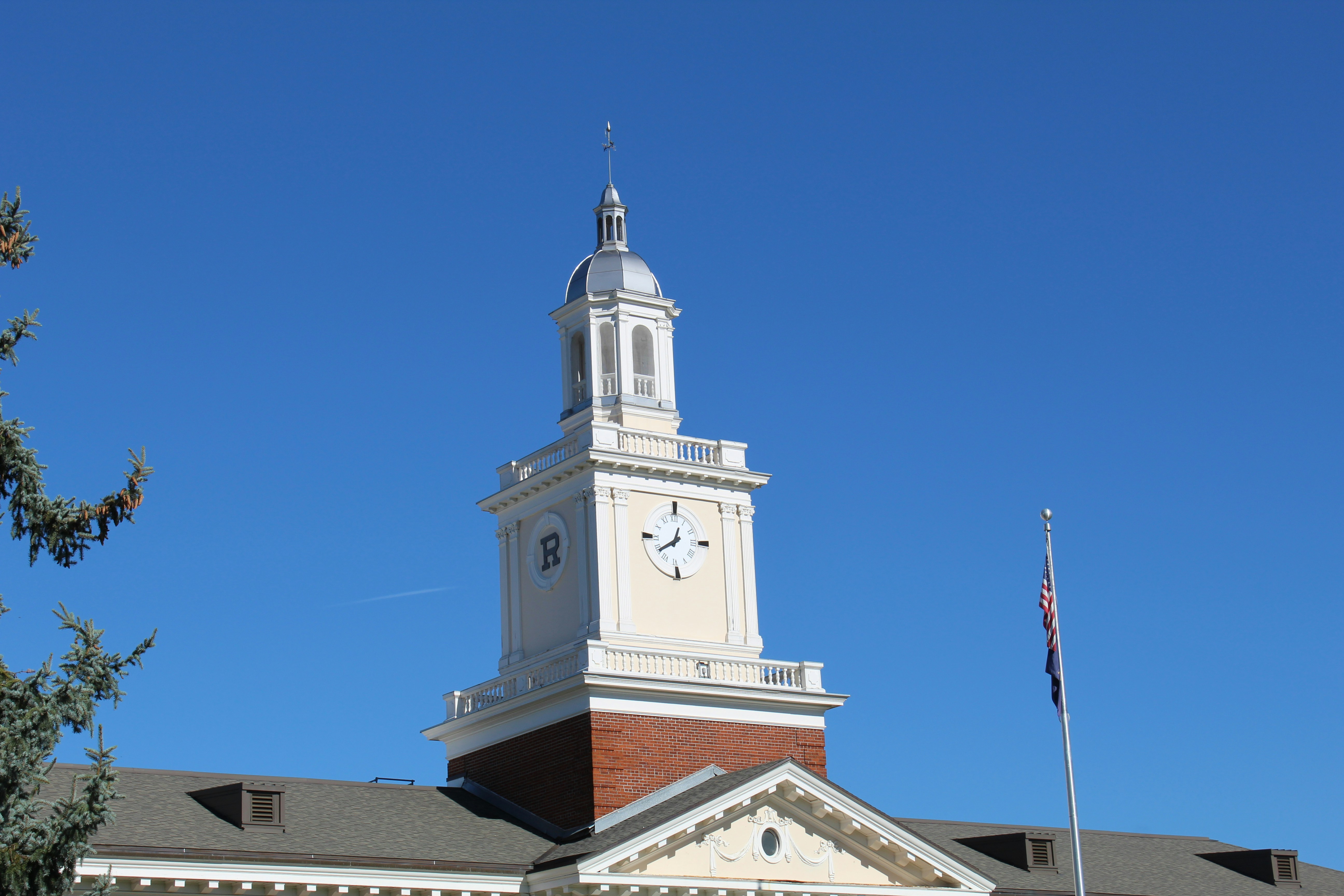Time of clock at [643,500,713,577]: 12:38
